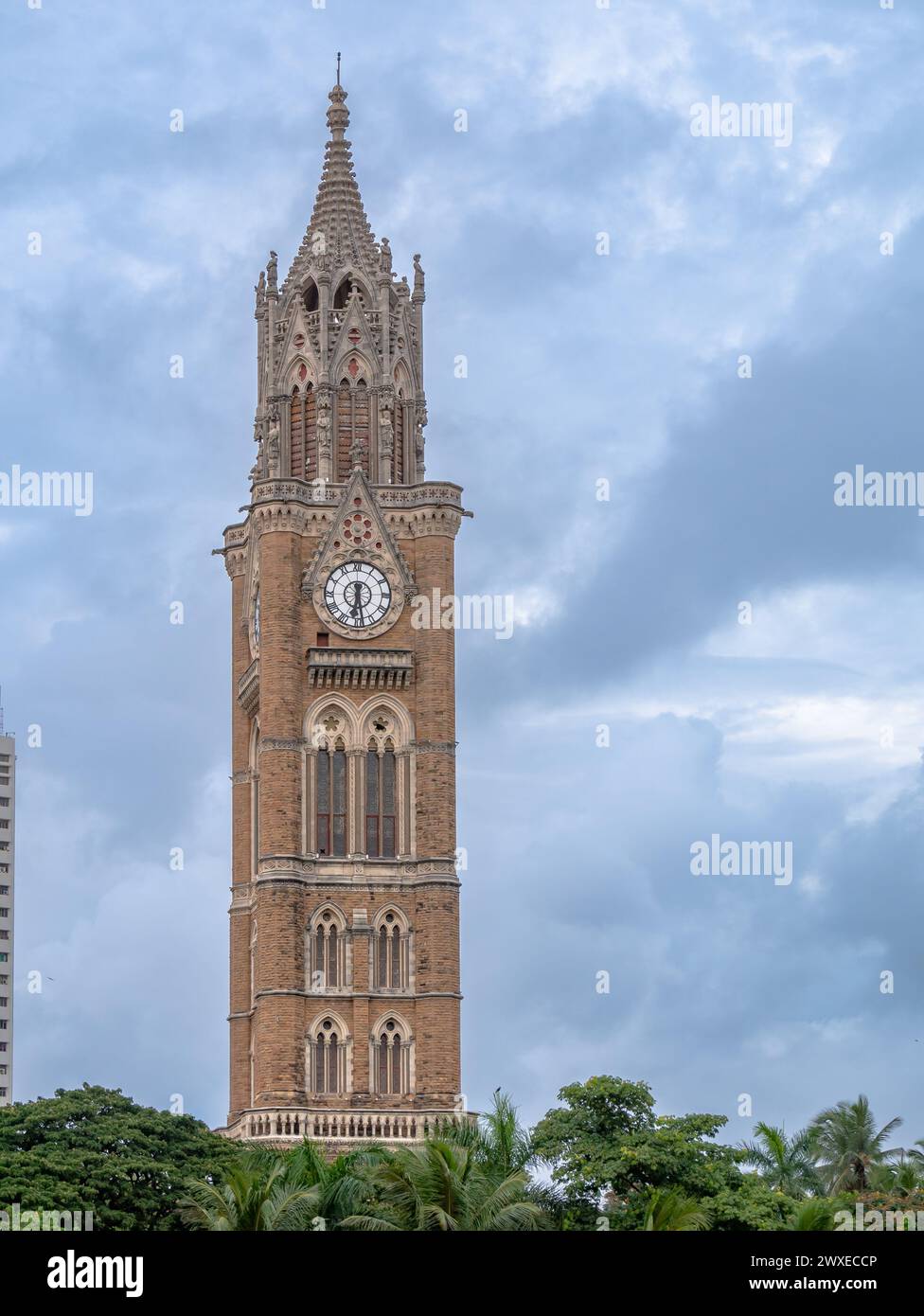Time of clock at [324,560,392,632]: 6:28
